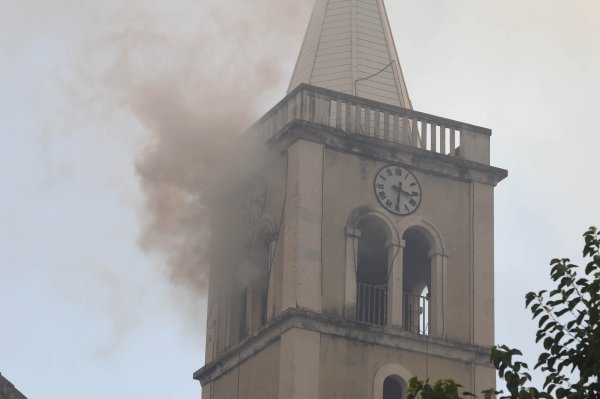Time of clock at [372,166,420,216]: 3:30
